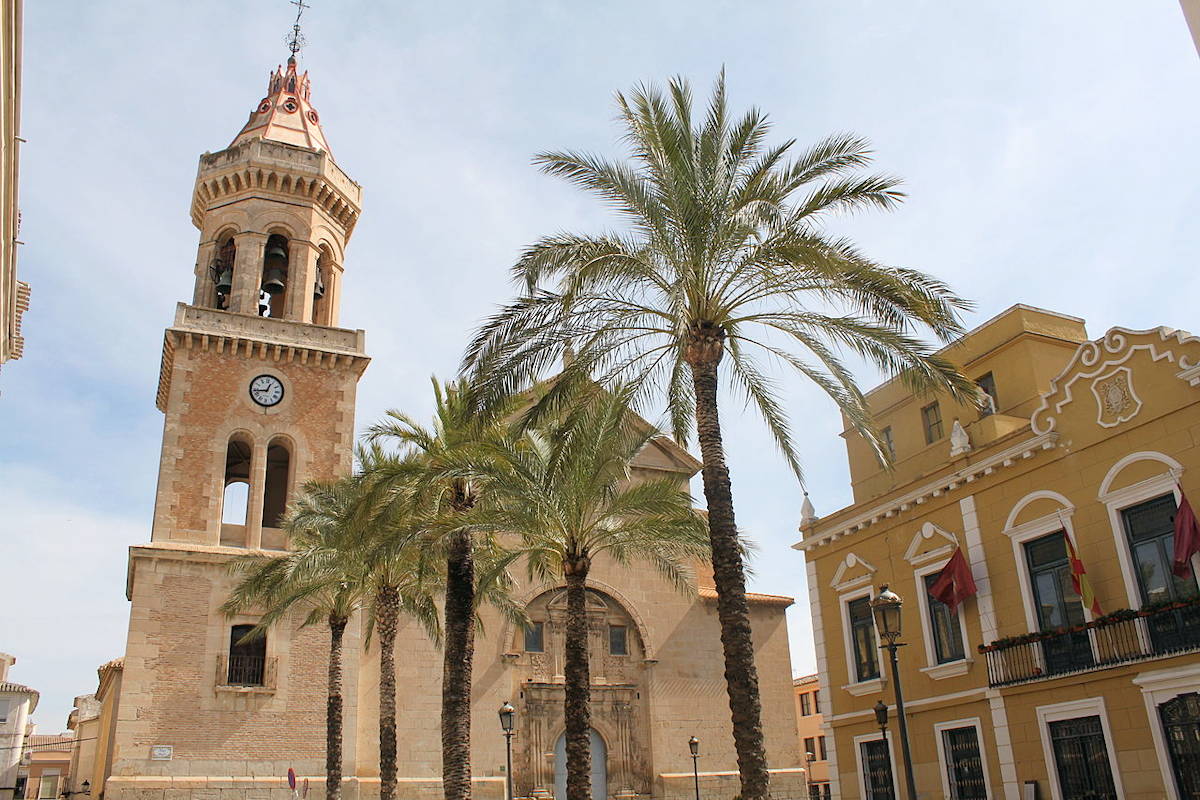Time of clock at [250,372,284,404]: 12:43
